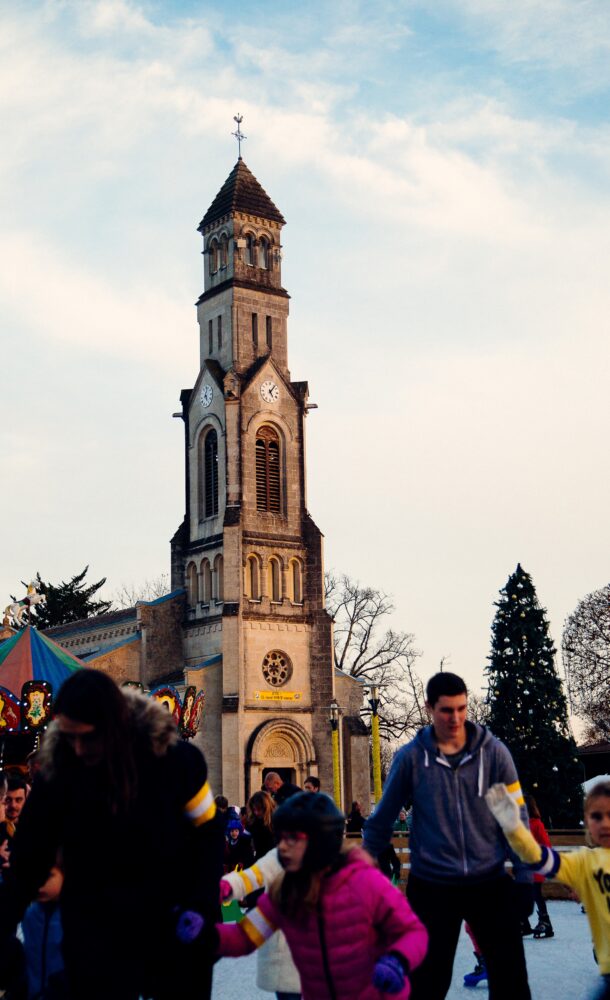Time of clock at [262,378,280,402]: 5:06
